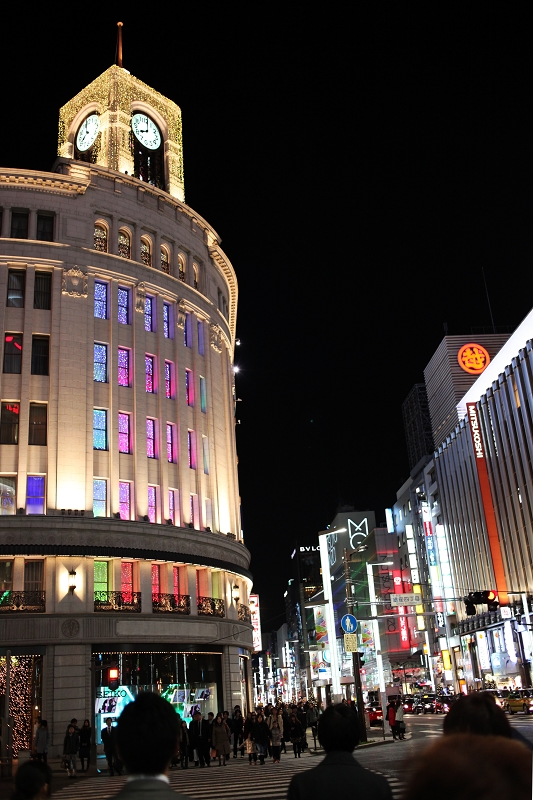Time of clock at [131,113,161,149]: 8:01
